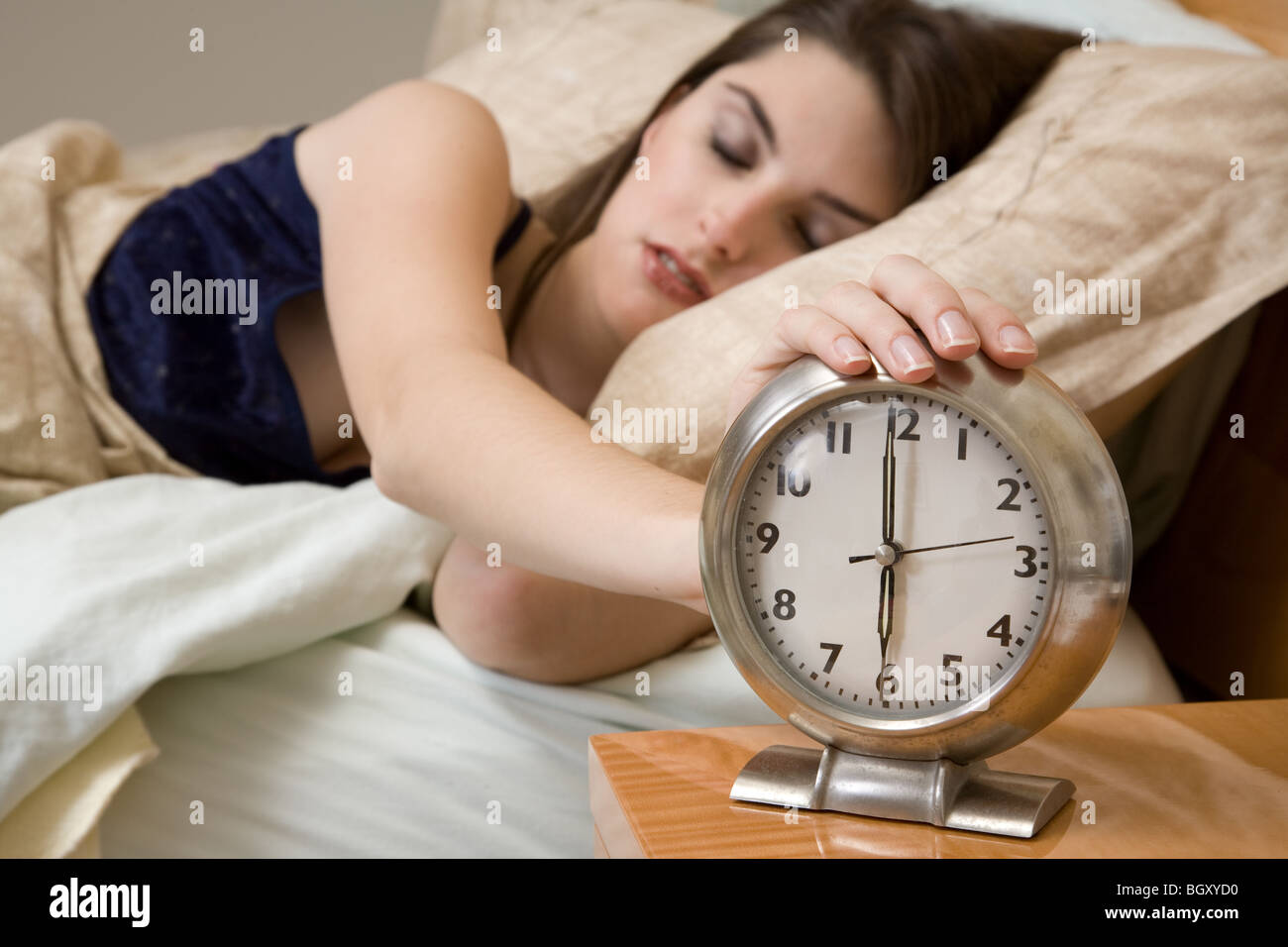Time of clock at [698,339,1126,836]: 5:59
